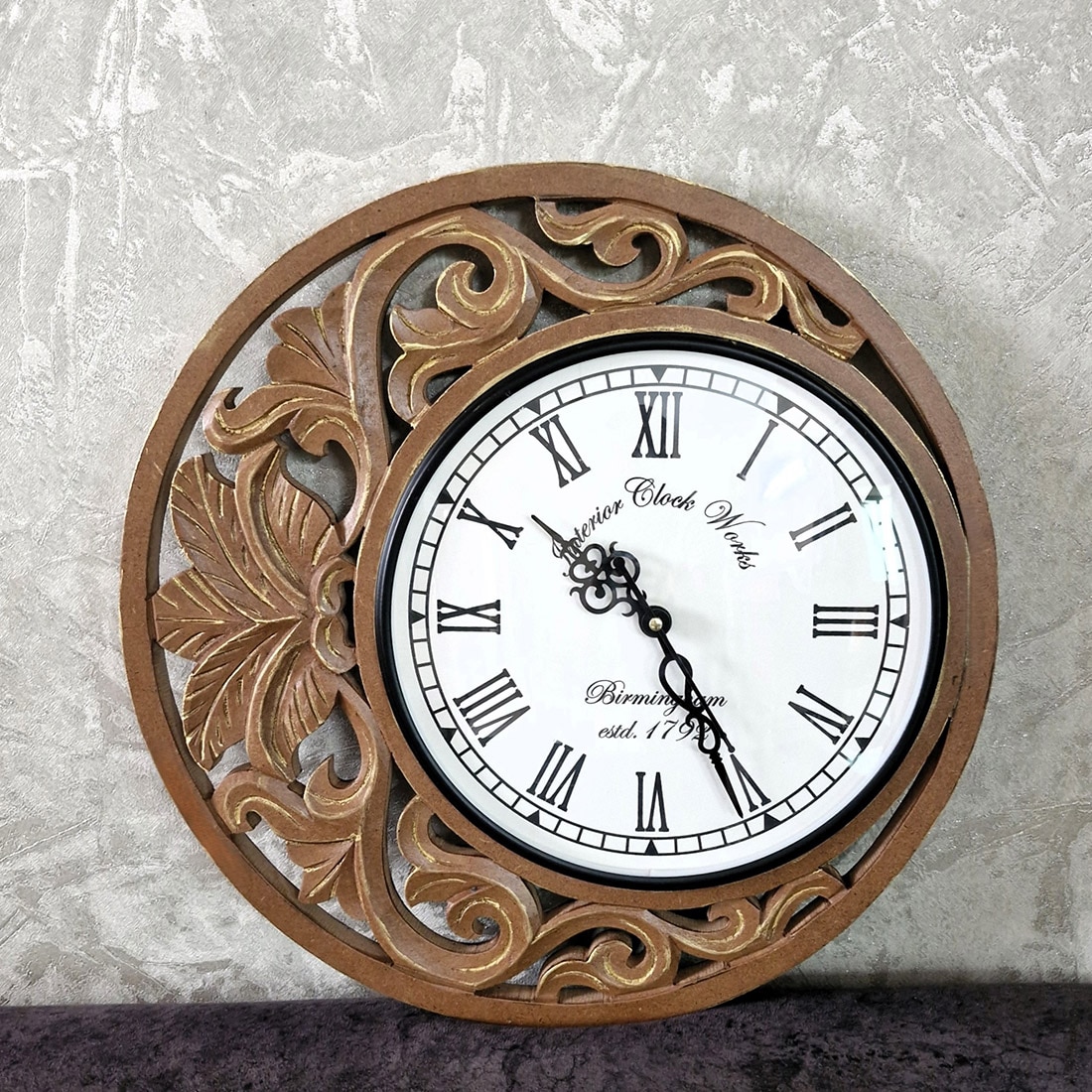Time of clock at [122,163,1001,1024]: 10:25
